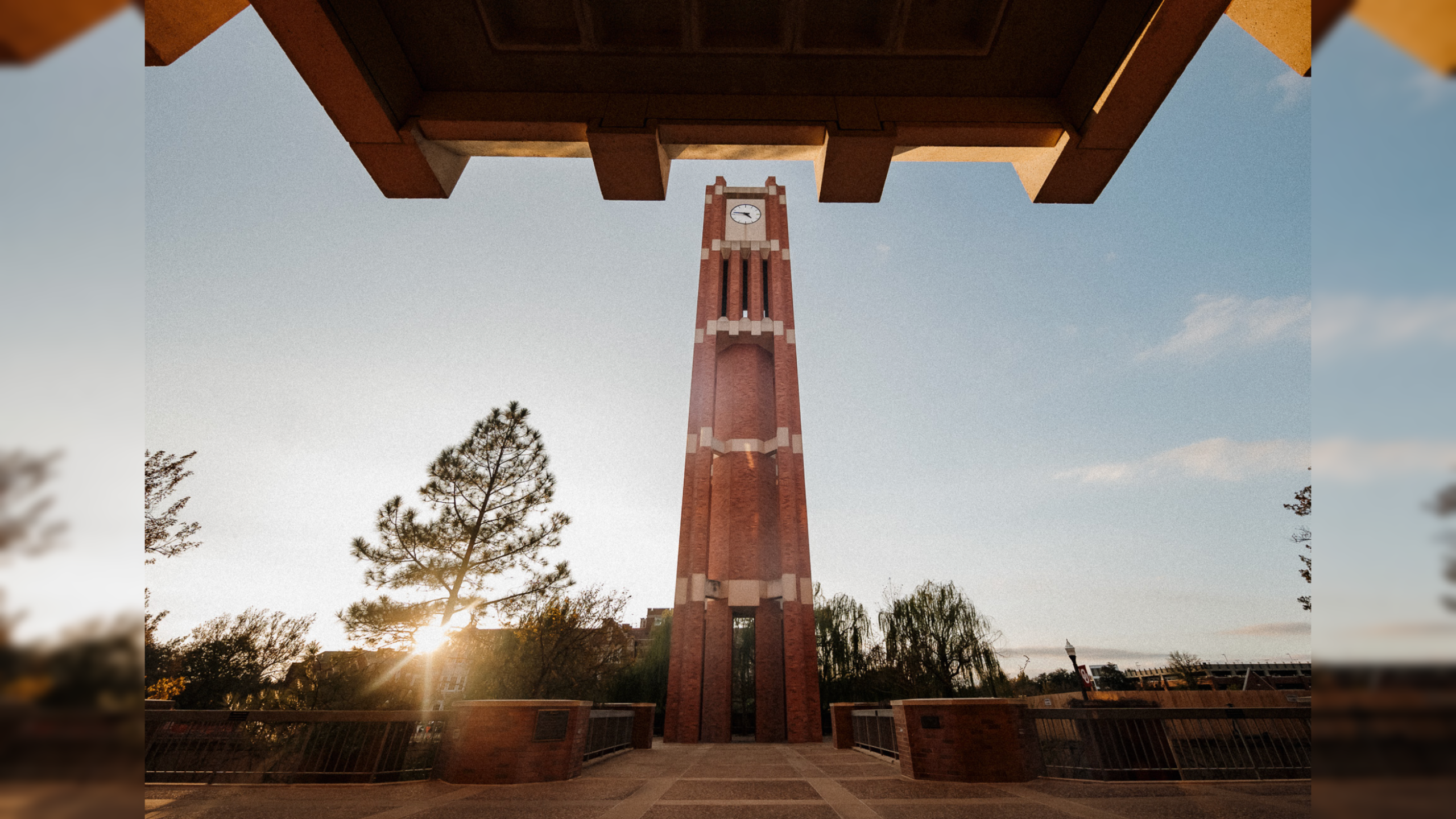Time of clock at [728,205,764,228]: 4:46
